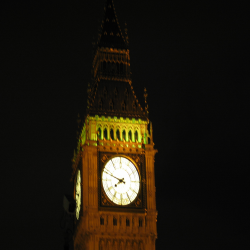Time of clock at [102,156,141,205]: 7:48
